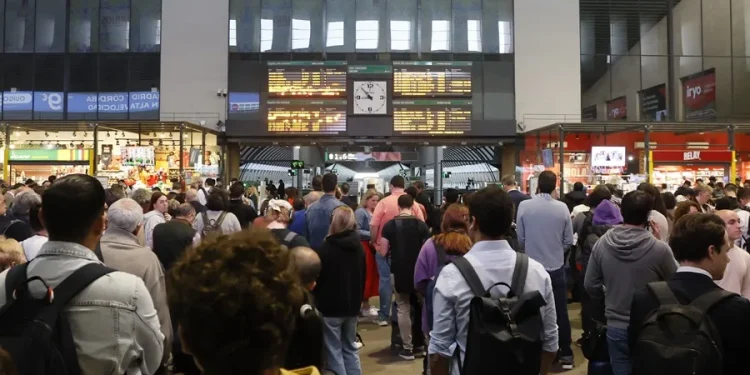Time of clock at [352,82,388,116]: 8:53
